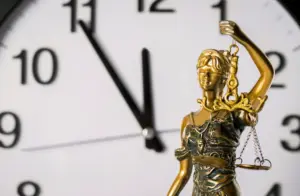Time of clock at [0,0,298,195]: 11:54
